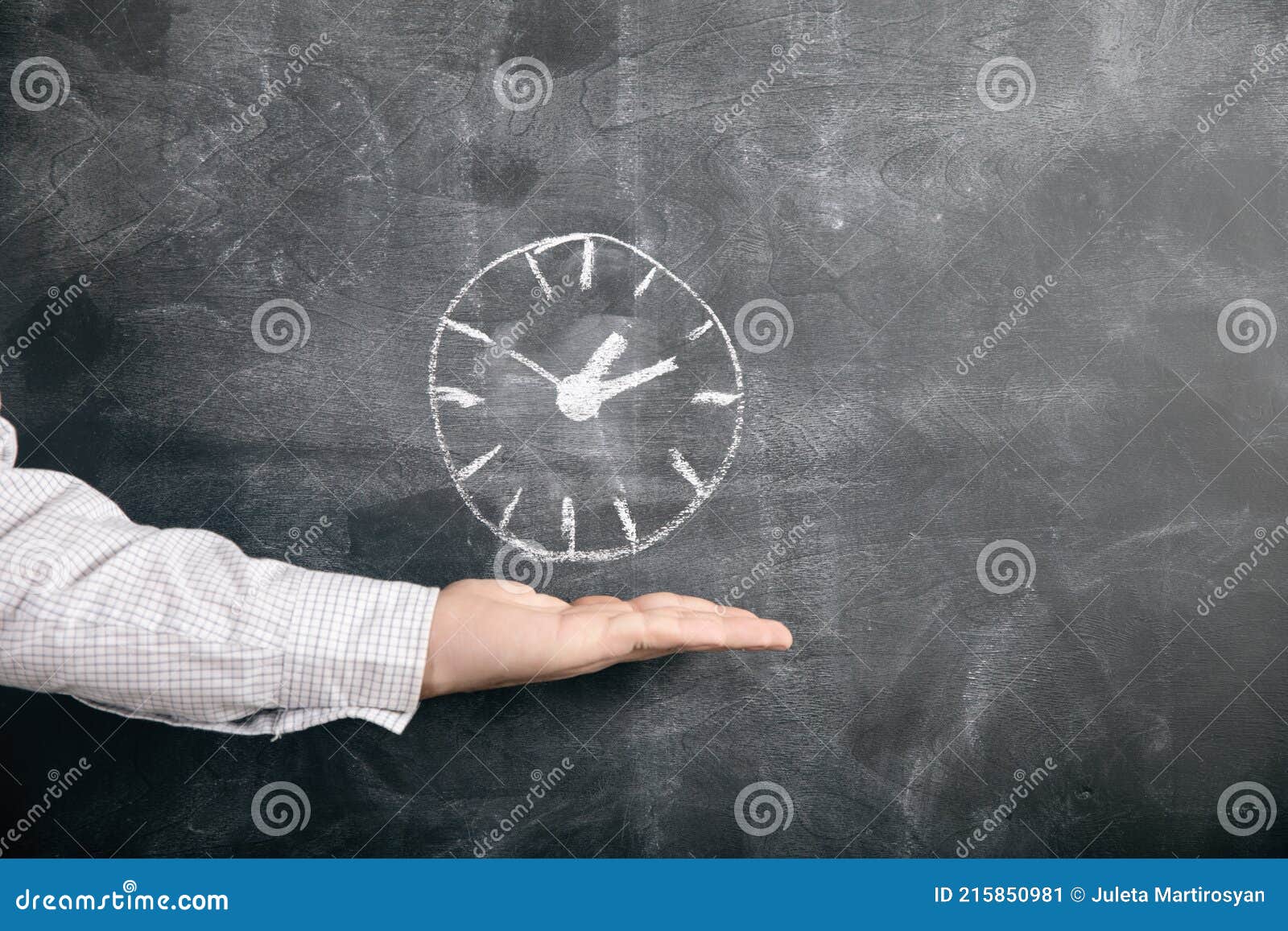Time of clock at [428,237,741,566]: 1:11
